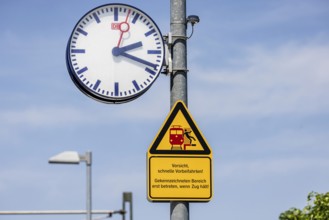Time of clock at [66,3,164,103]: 2:18
